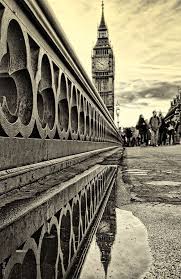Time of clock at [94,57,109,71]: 3:51
